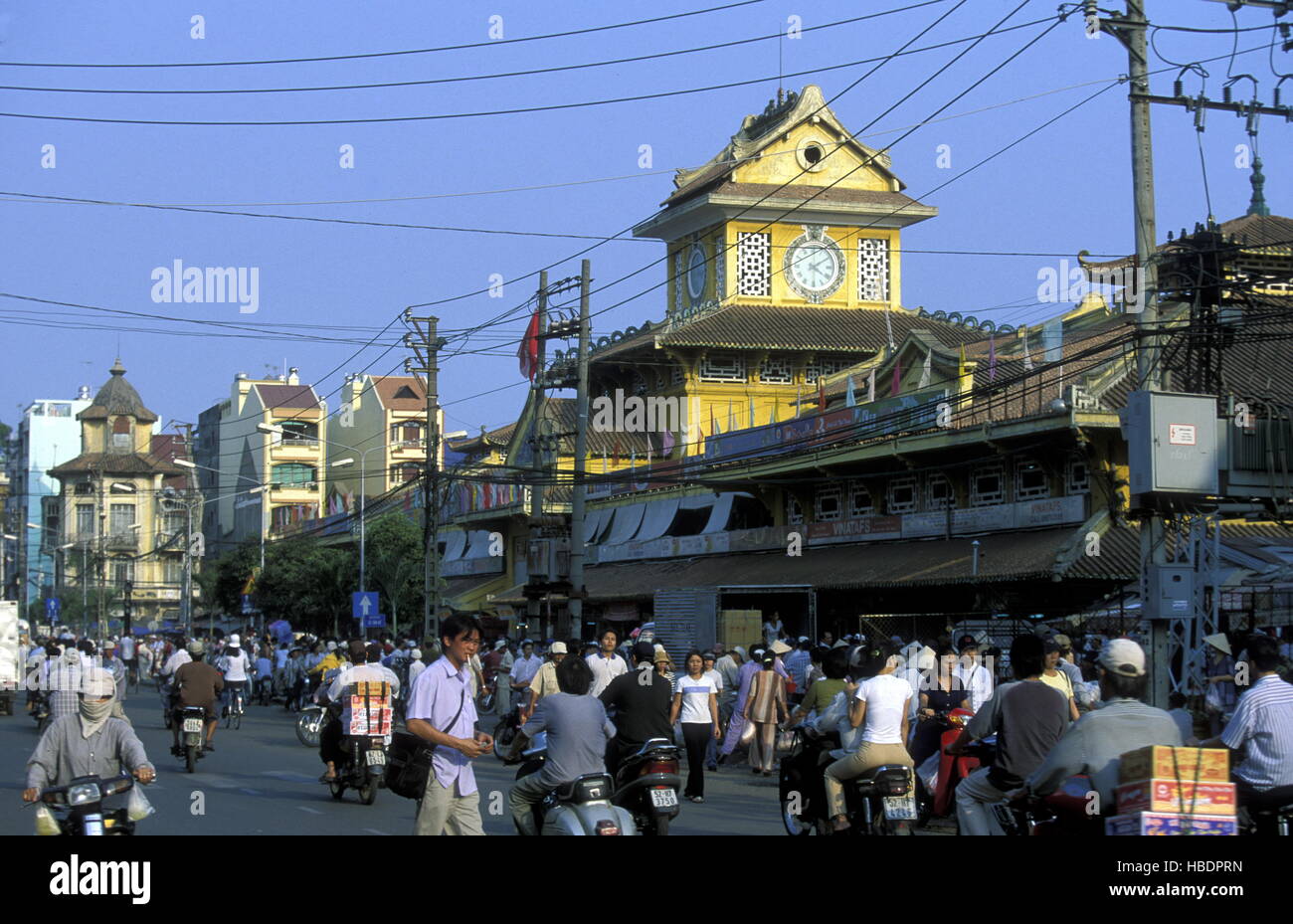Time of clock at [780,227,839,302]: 4:09
